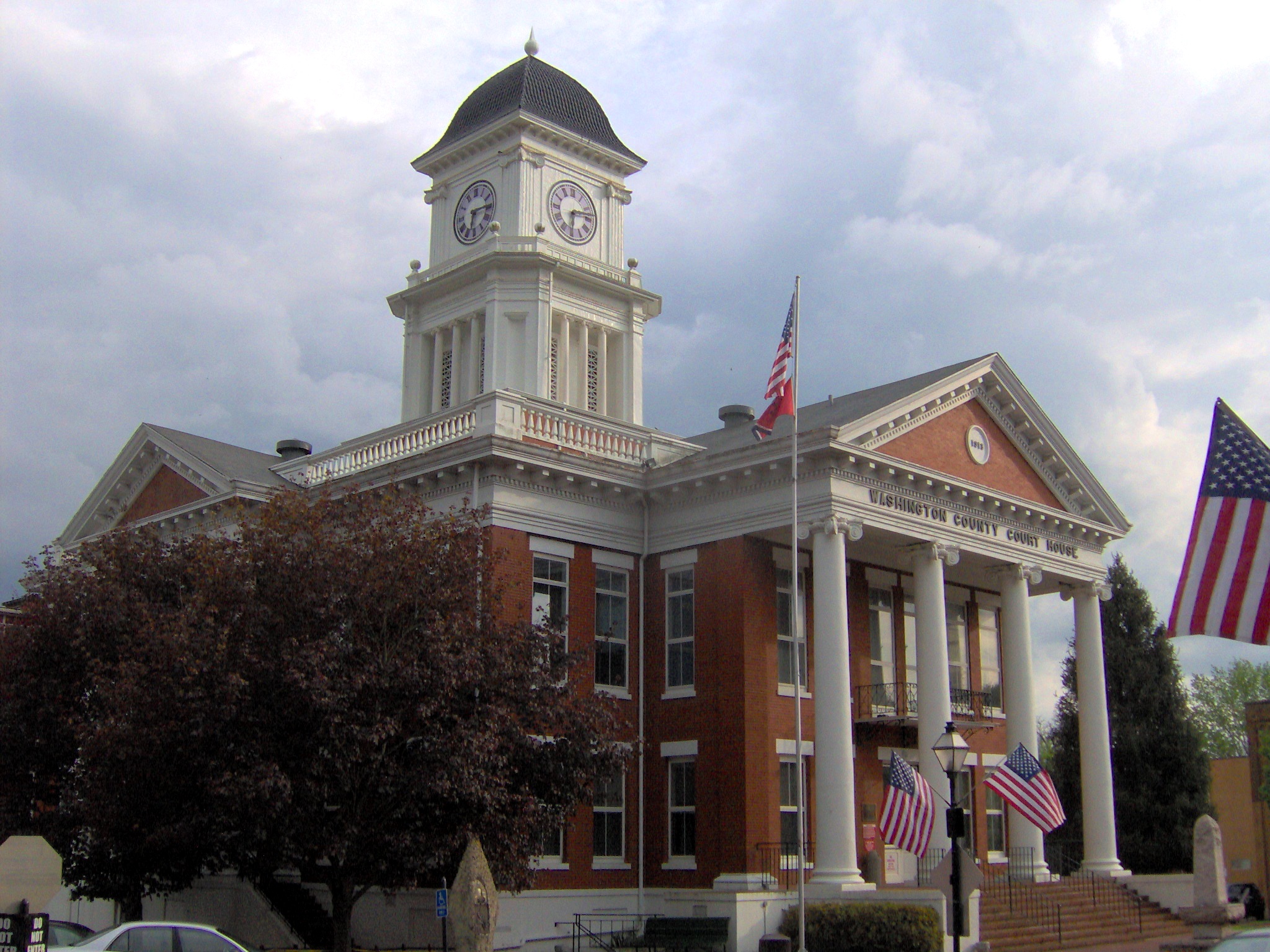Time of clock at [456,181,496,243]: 6:15
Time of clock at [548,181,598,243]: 6:13
